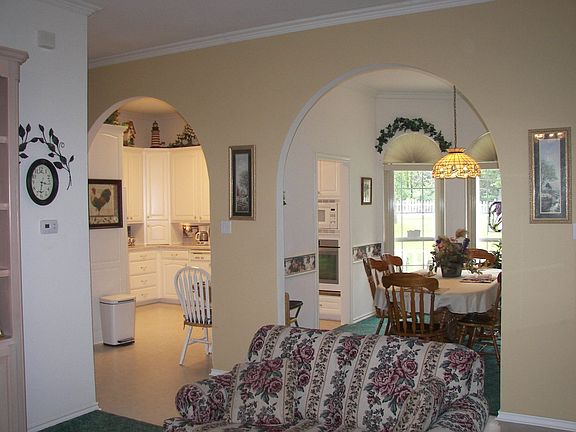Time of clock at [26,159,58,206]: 6:16
